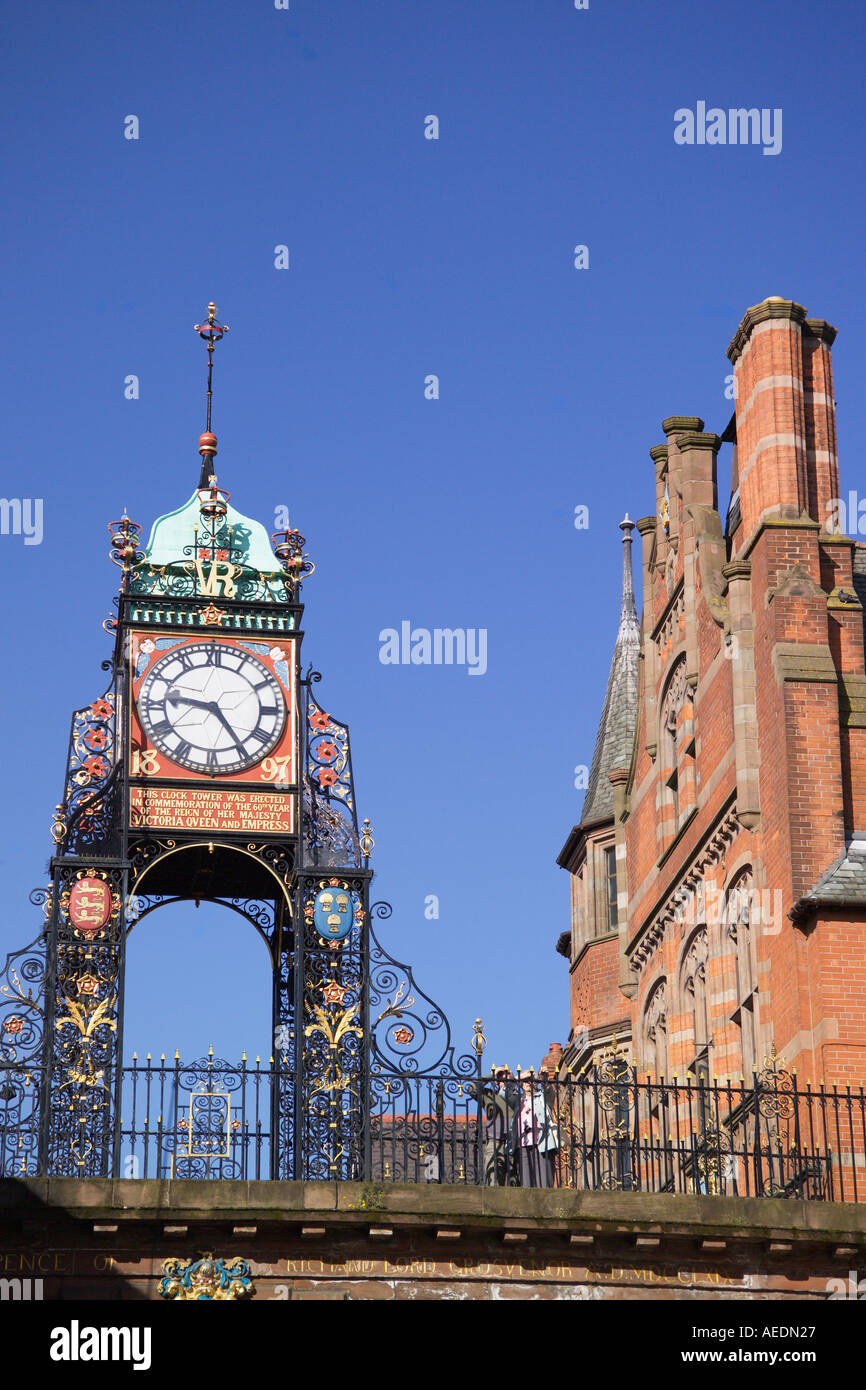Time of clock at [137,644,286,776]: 9:24
